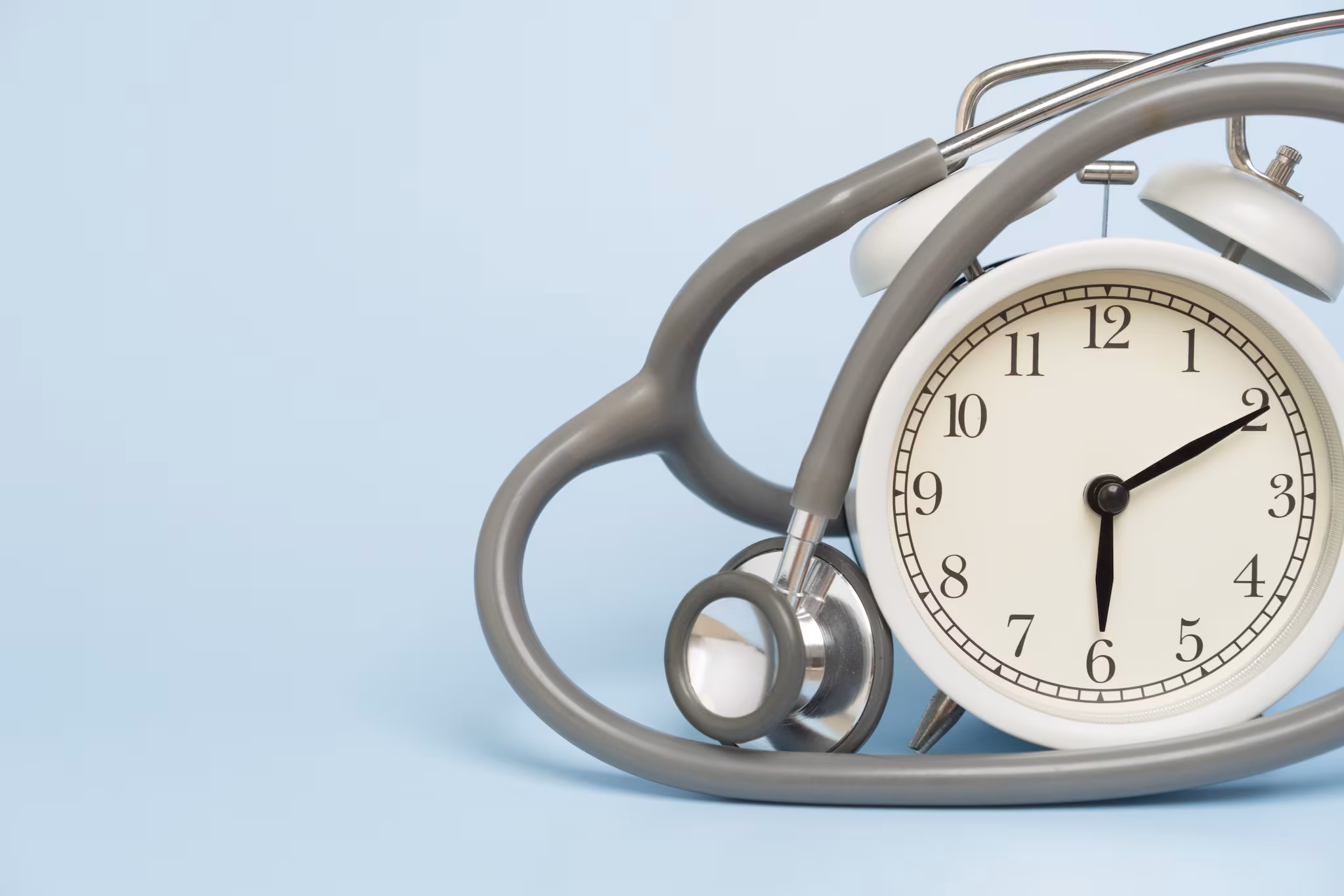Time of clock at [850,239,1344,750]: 6:10
